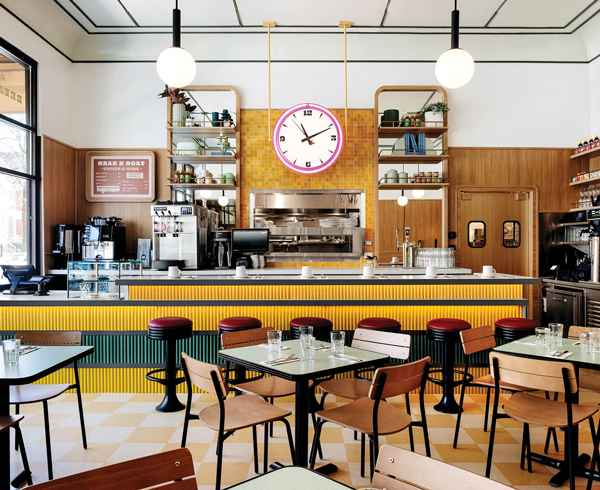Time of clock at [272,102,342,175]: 11:10
